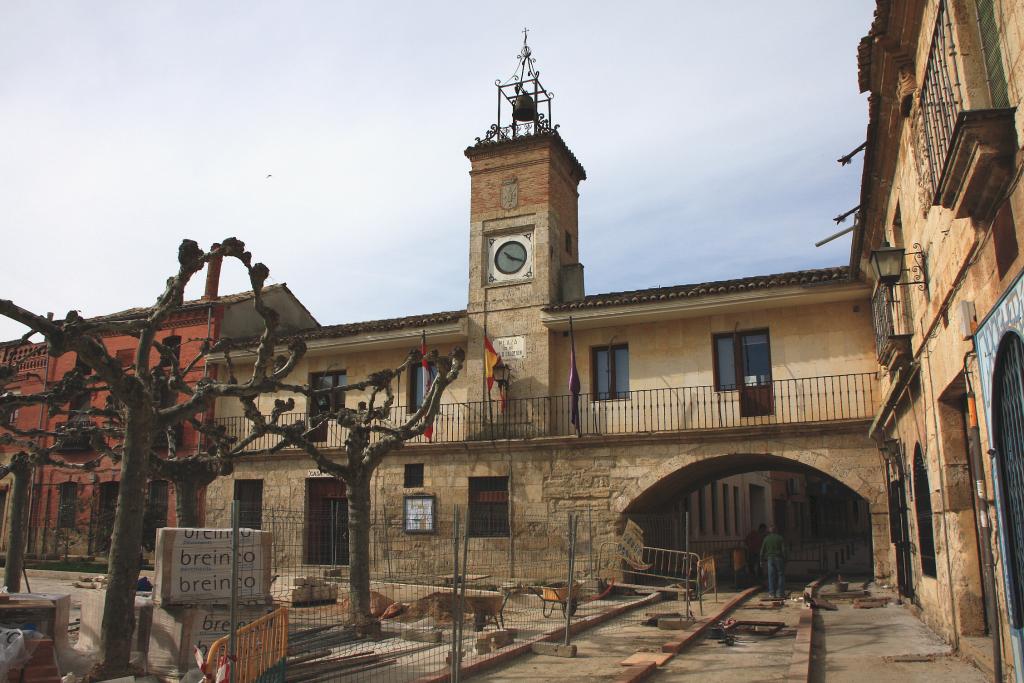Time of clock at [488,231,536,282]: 10:18
